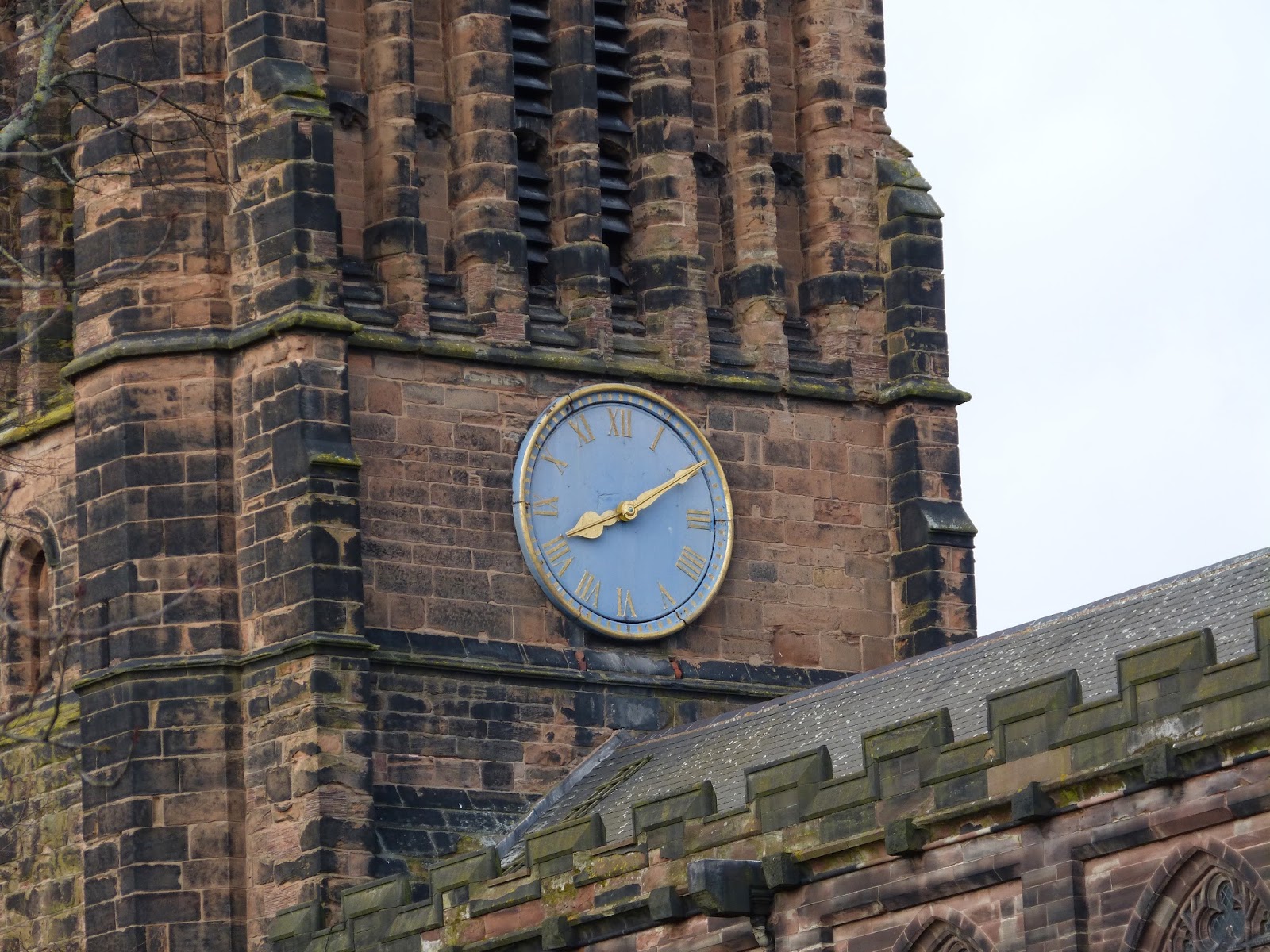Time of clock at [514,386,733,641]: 8:09
